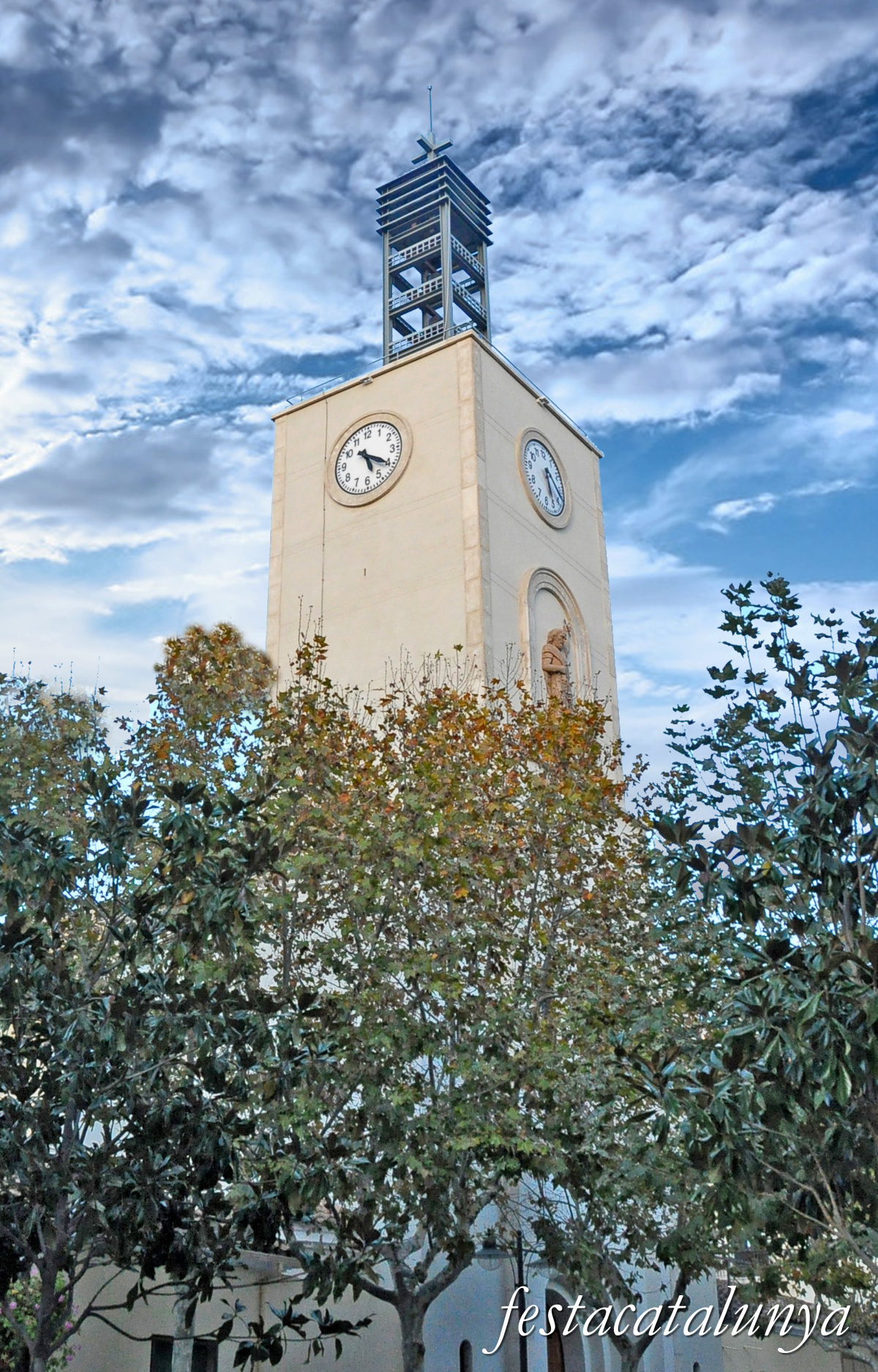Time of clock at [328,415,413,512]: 5:20
